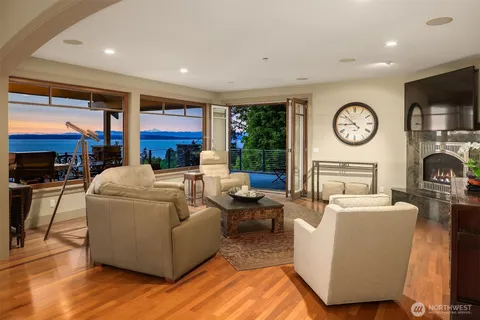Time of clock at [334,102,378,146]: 8:52
